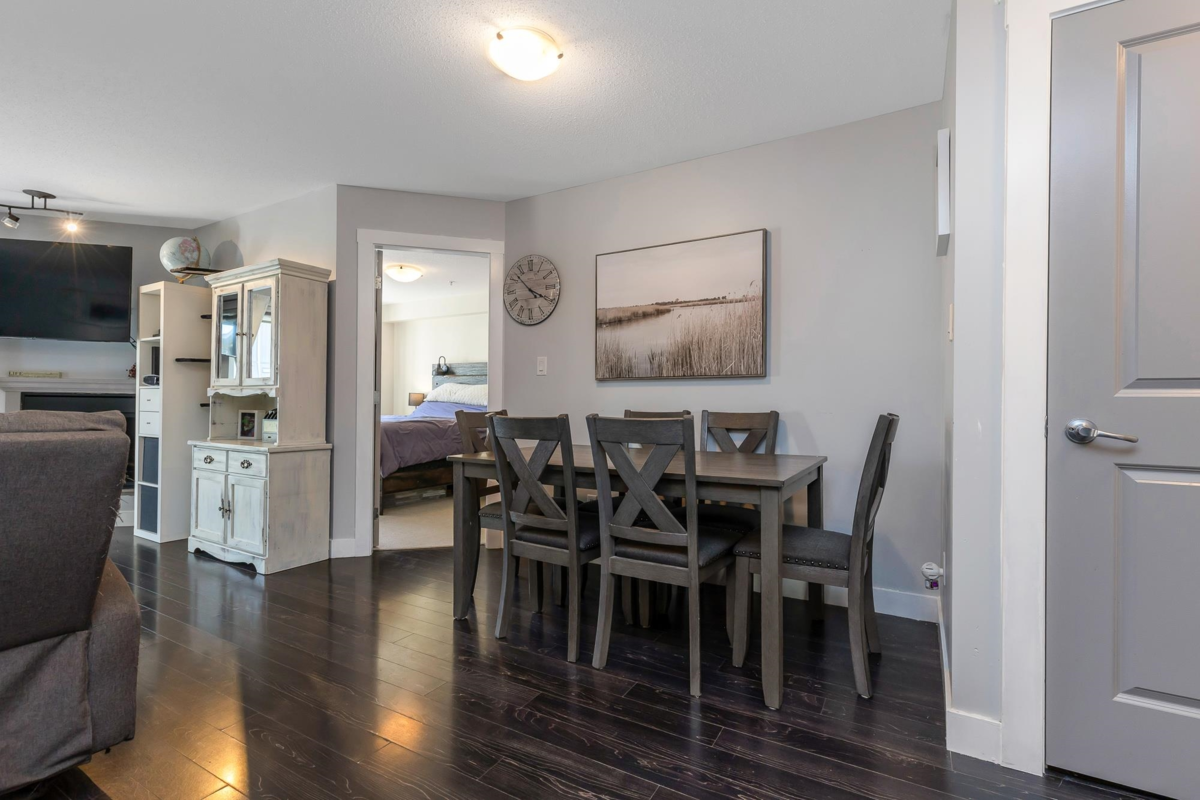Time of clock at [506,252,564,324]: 3:52
